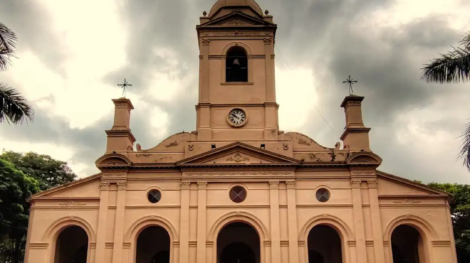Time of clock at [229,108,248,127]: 9:50
